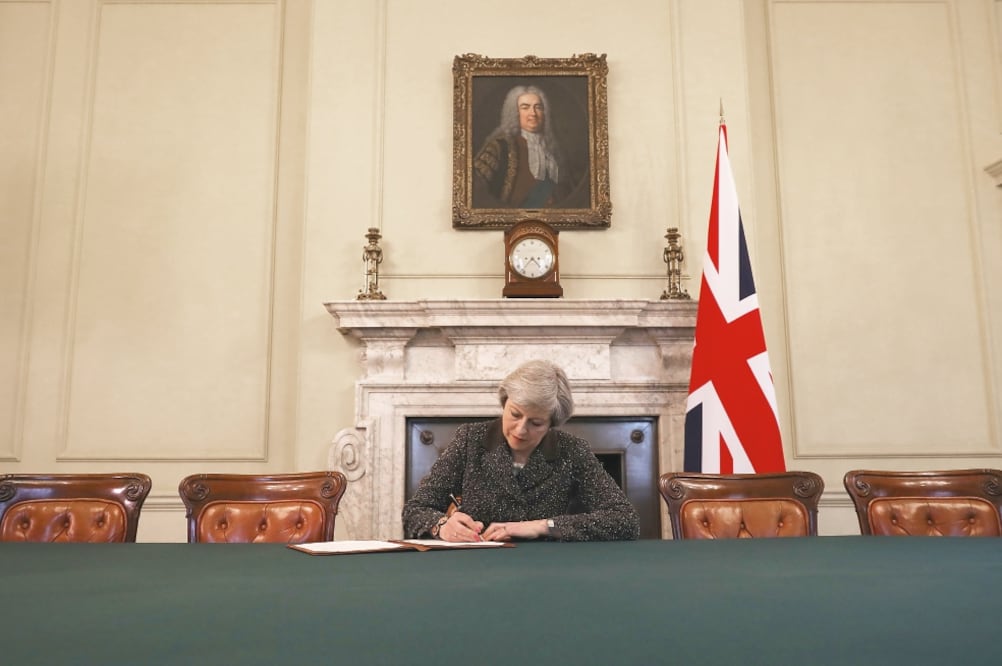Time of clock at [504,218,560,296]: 4:36
